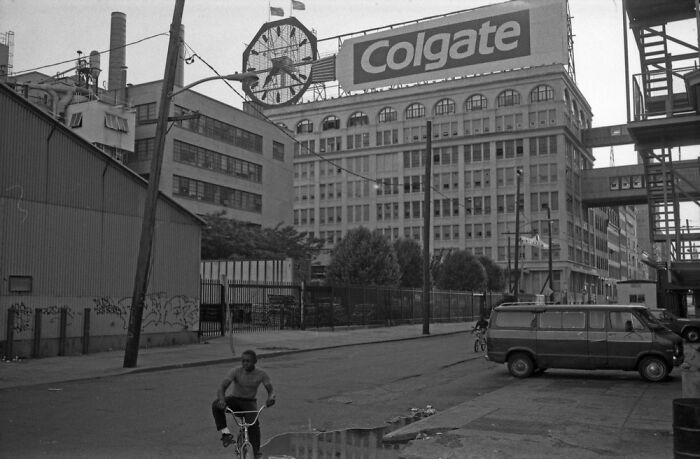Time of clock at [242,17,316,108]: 7:21
